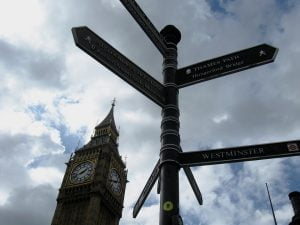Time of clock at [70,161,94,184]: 1:41
